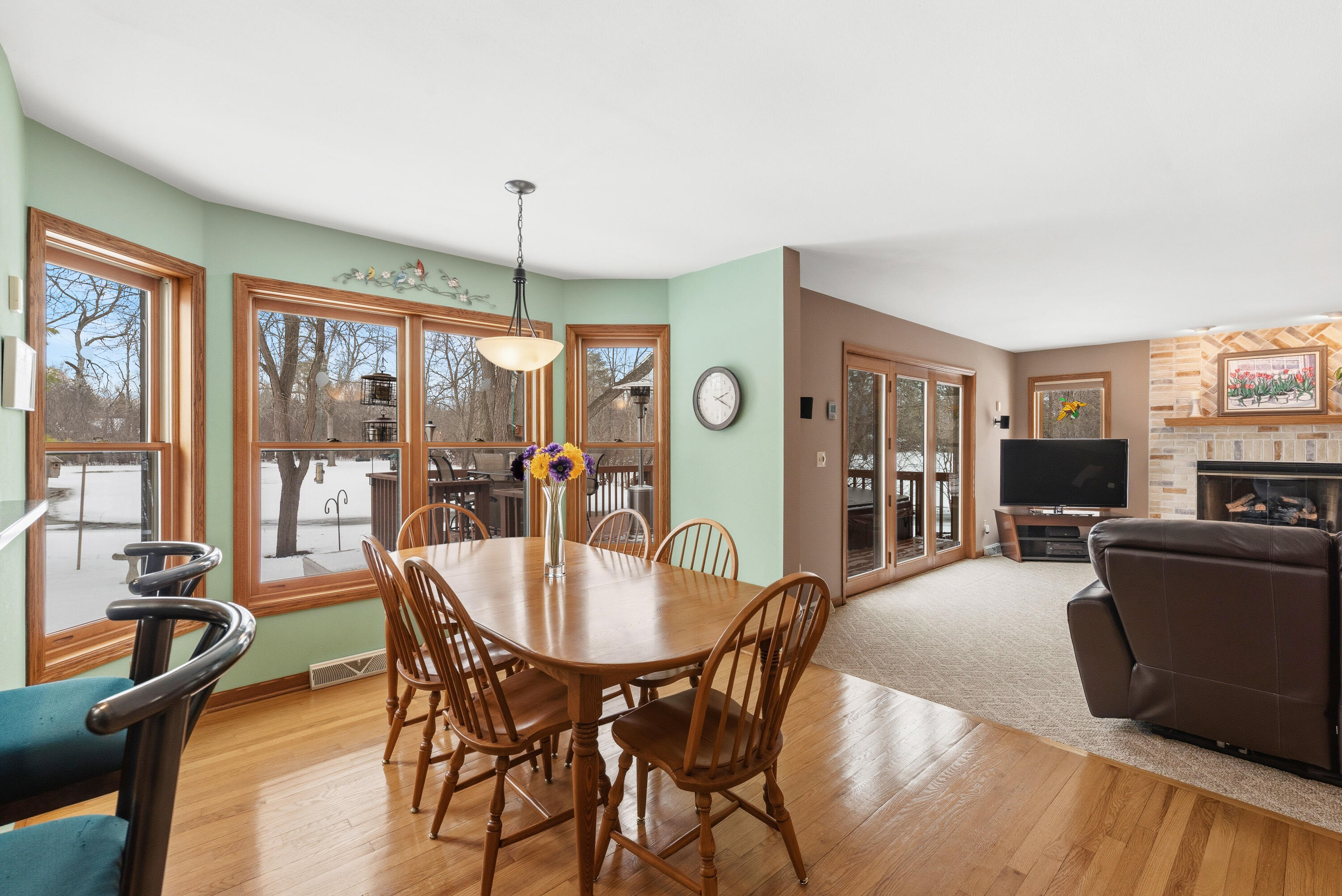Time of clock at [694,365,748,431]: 2:19
